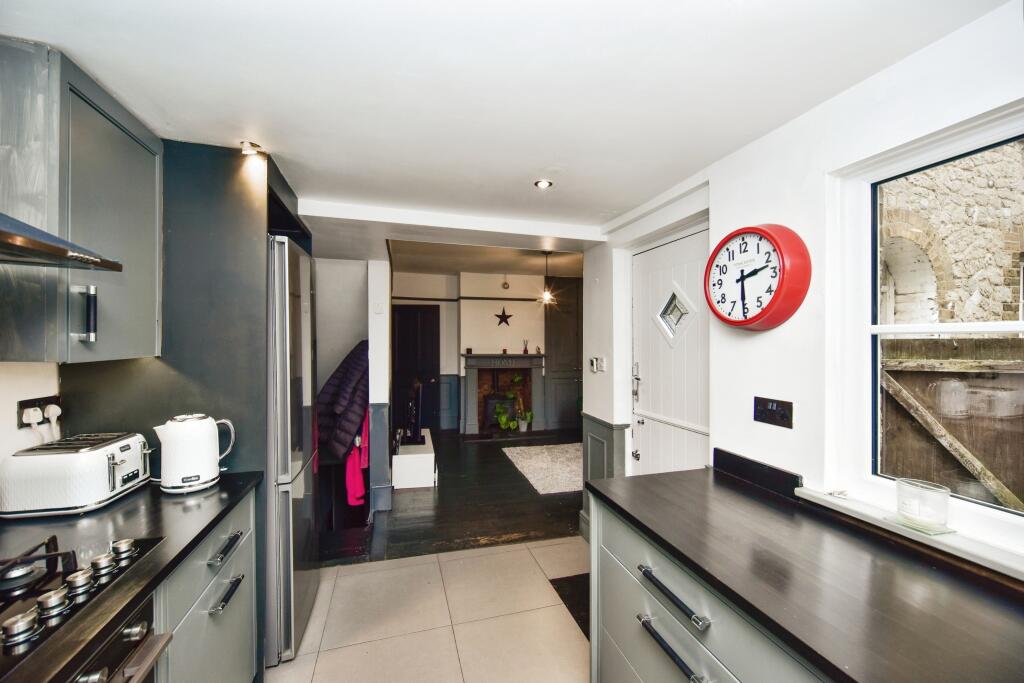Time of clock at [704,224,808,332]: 2:30
